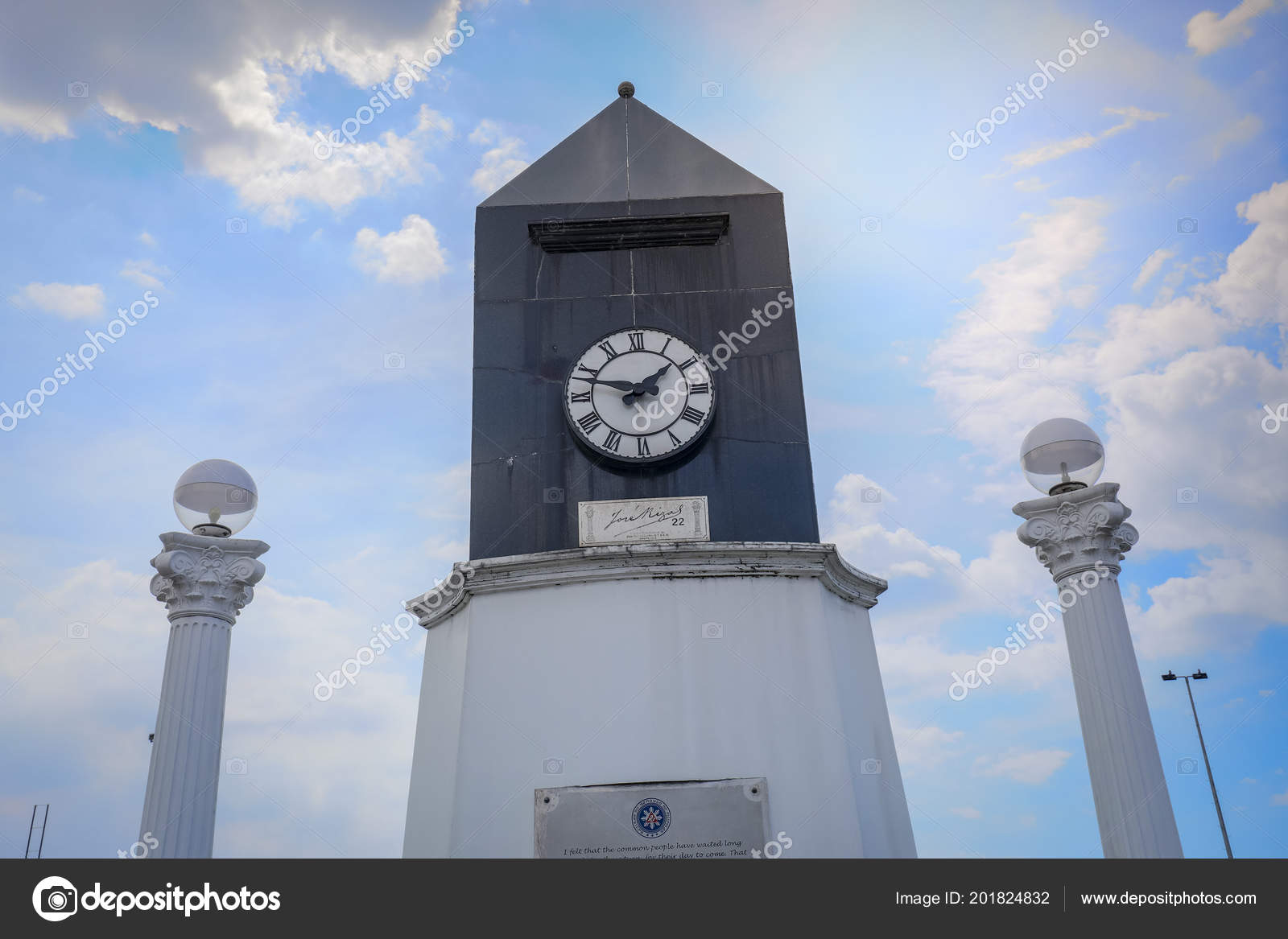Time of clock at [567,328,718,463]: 1:47
